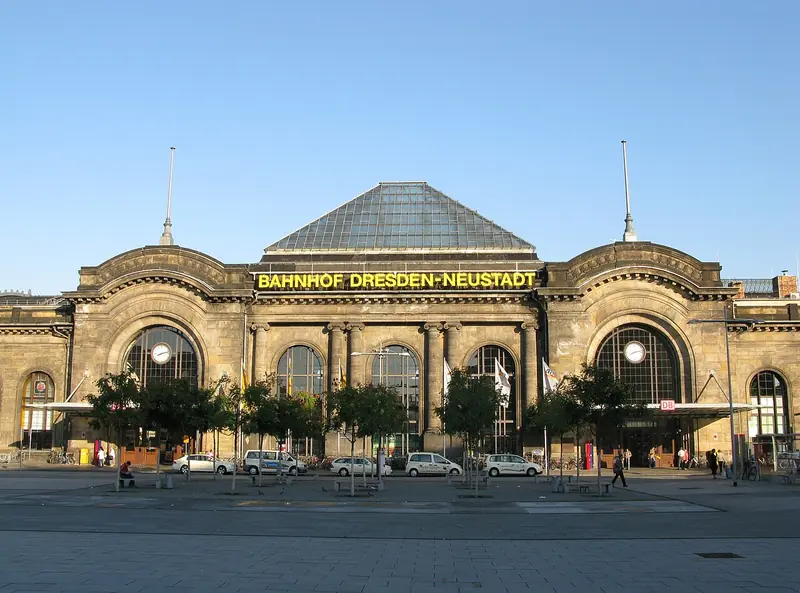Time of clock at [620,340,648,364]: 8:12
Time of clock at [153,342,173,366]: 8:12
